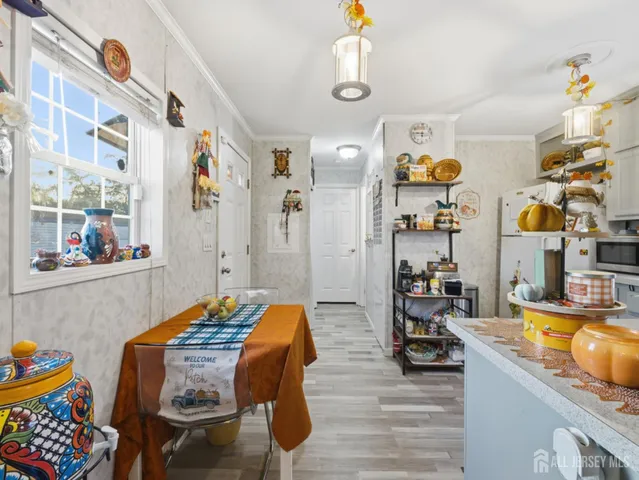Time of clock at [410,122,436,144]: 9:01
